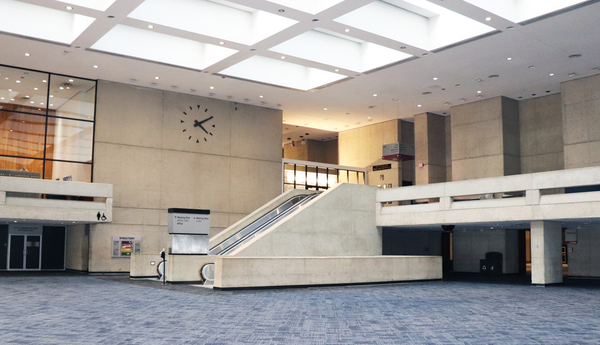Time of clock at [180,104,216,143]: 4:10
